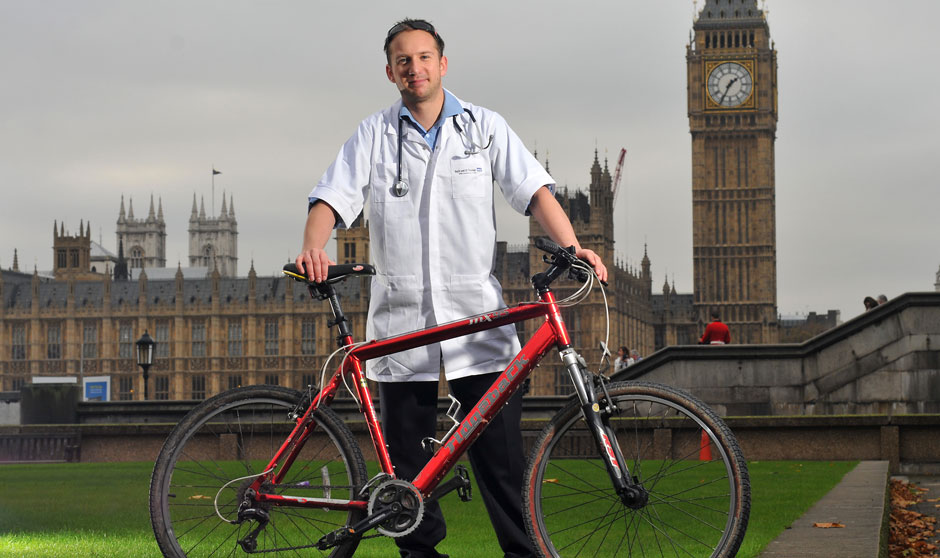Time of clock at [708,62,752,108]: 1:34
